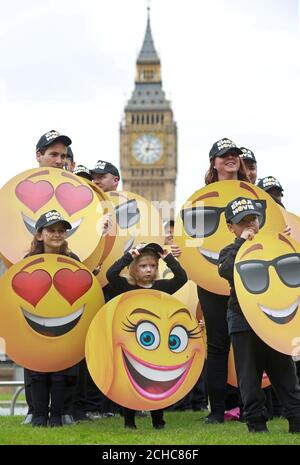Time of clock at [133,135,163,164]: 3:02
